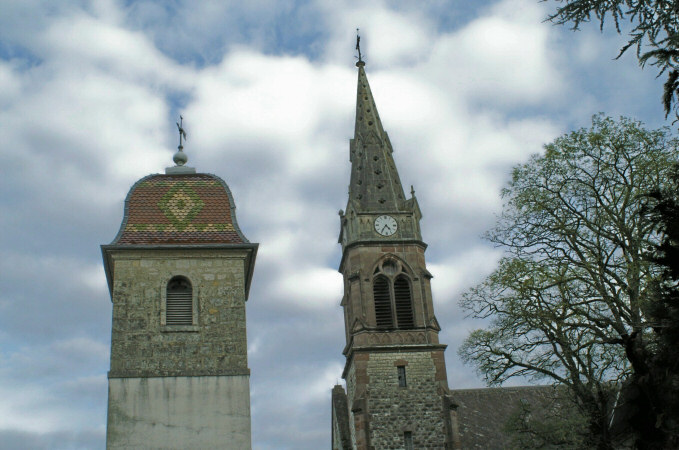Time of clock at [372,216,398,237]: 4:35
